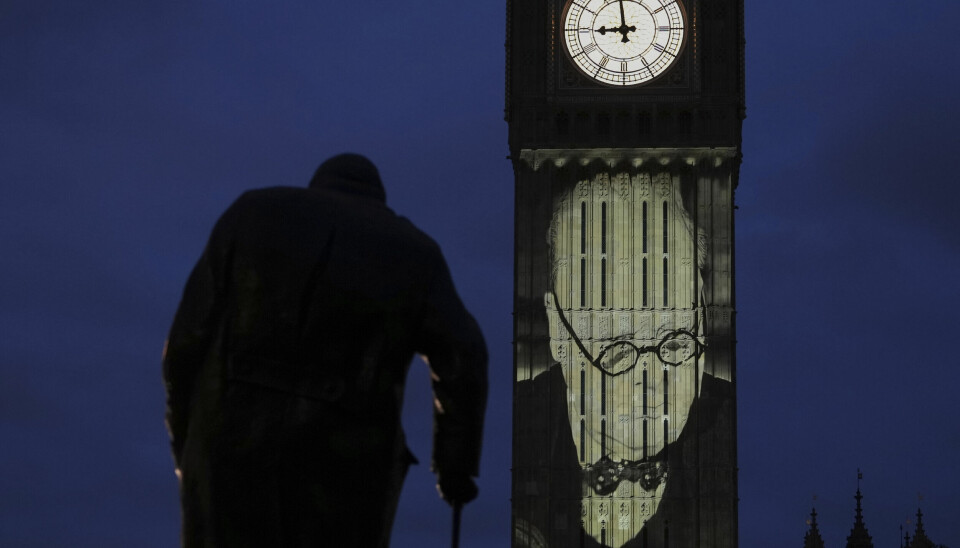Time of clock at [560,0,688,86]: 8:58
